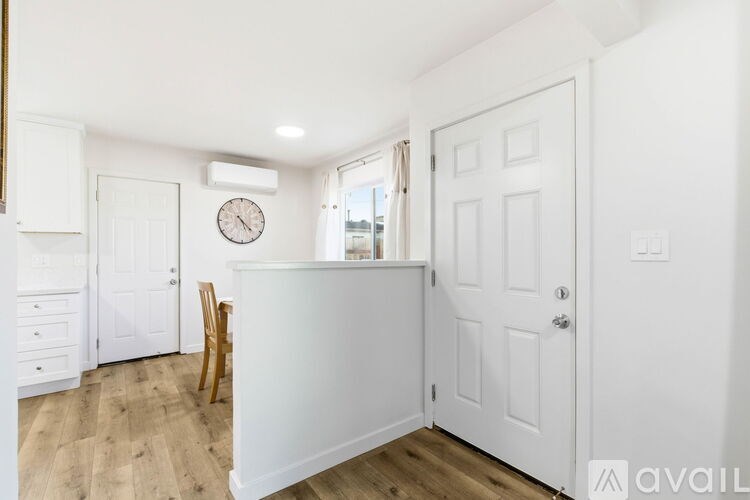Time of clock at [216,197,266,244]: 4:26
